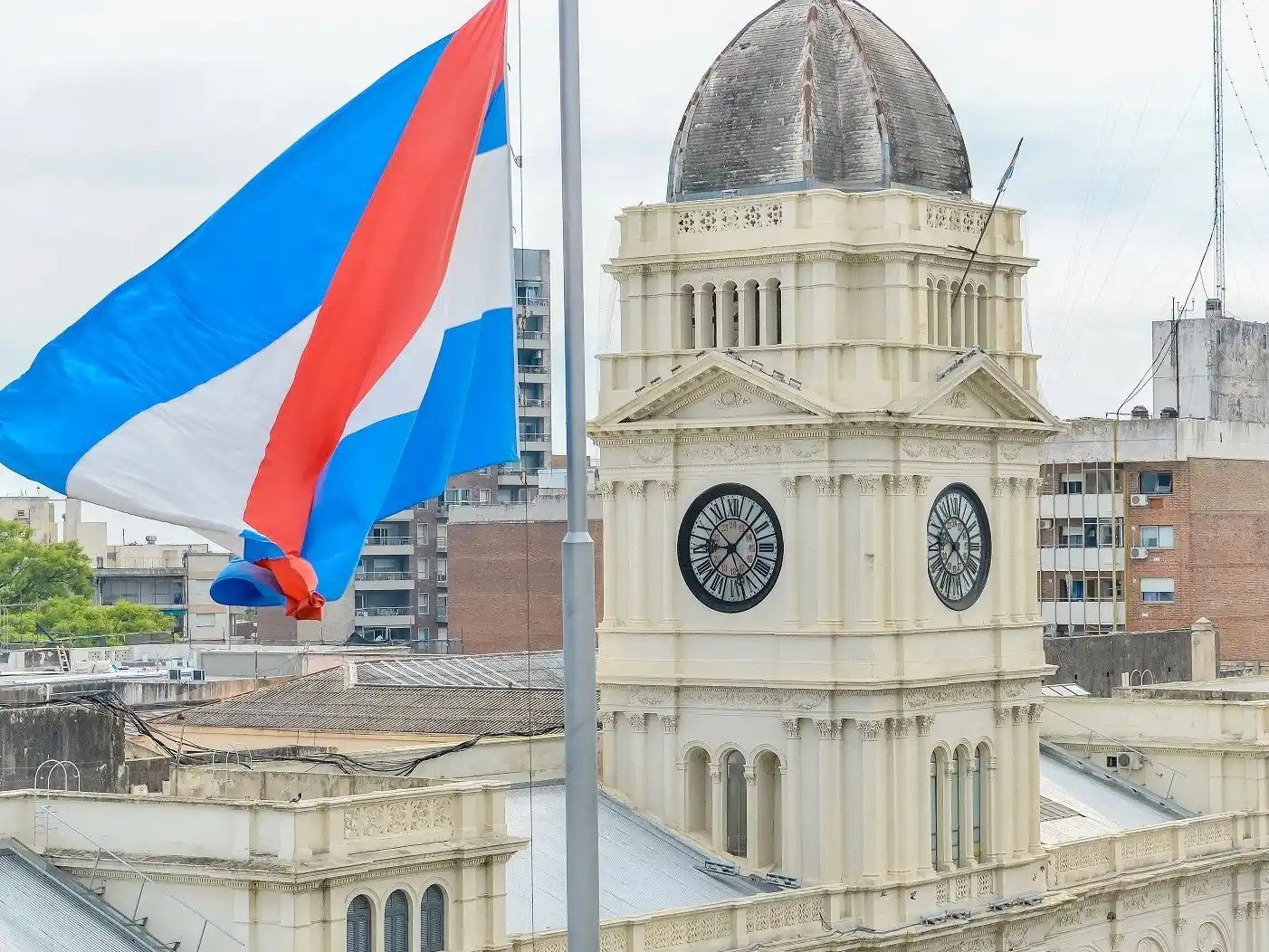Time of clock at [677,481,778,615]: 9:07
